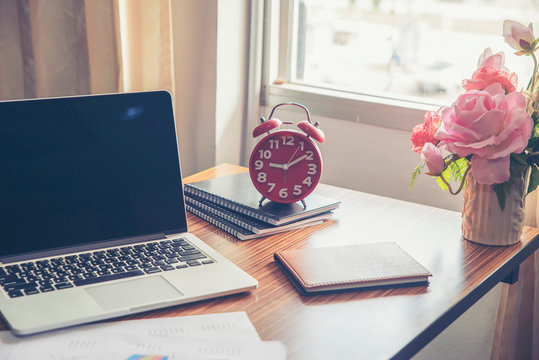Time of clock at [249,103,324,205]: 9:09
